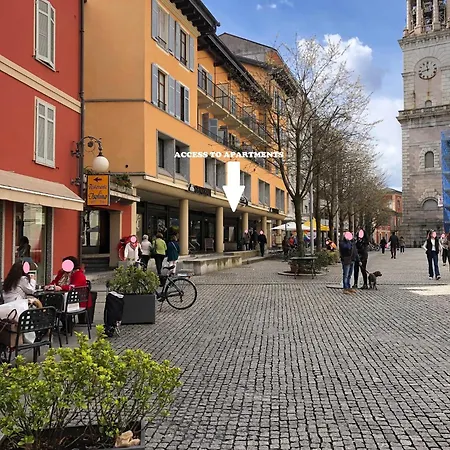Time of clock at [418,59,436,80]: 11:42
